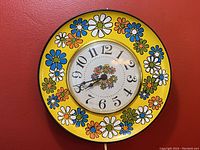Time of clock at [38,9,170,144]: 7:40
